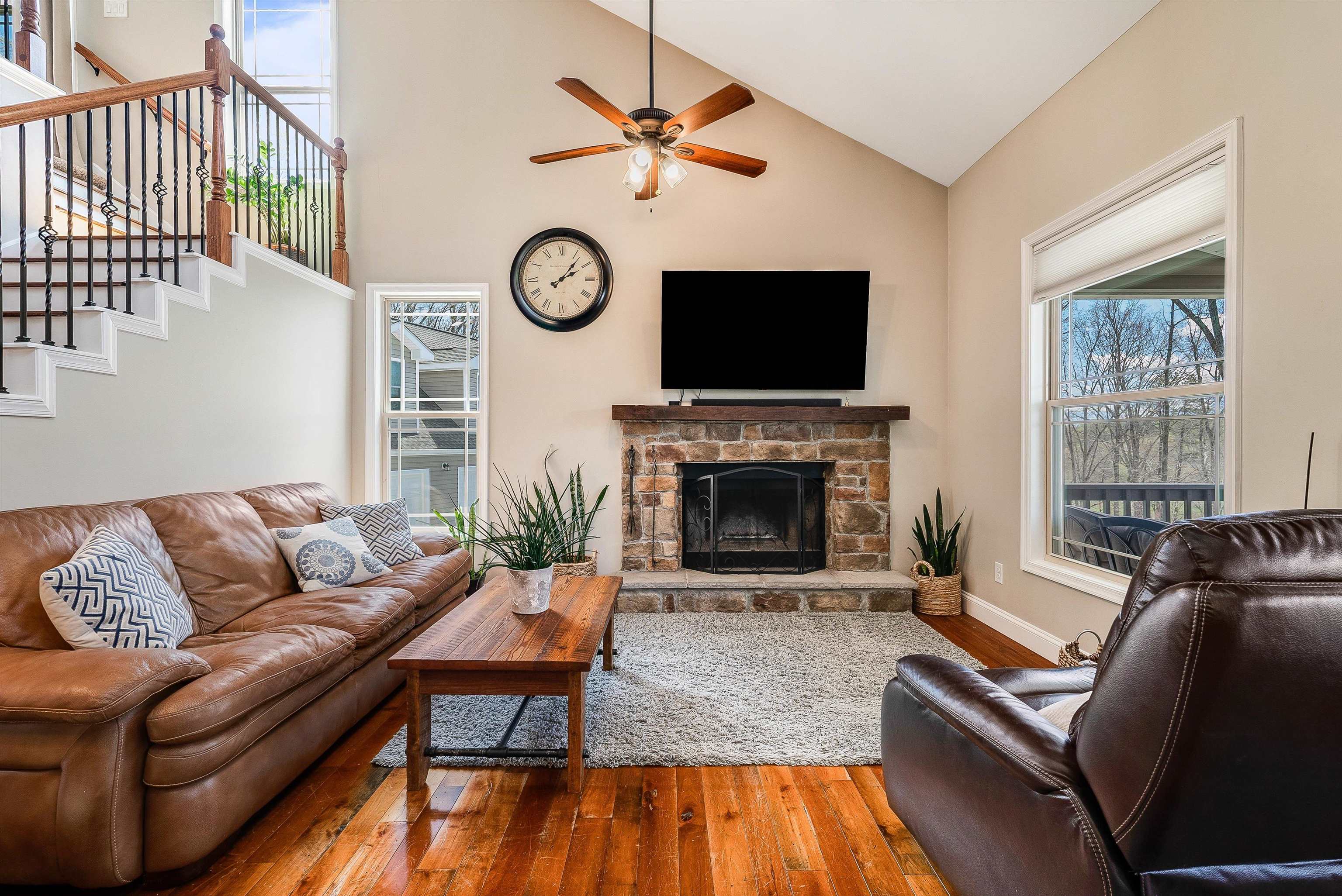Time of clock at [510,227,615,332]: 2:06
